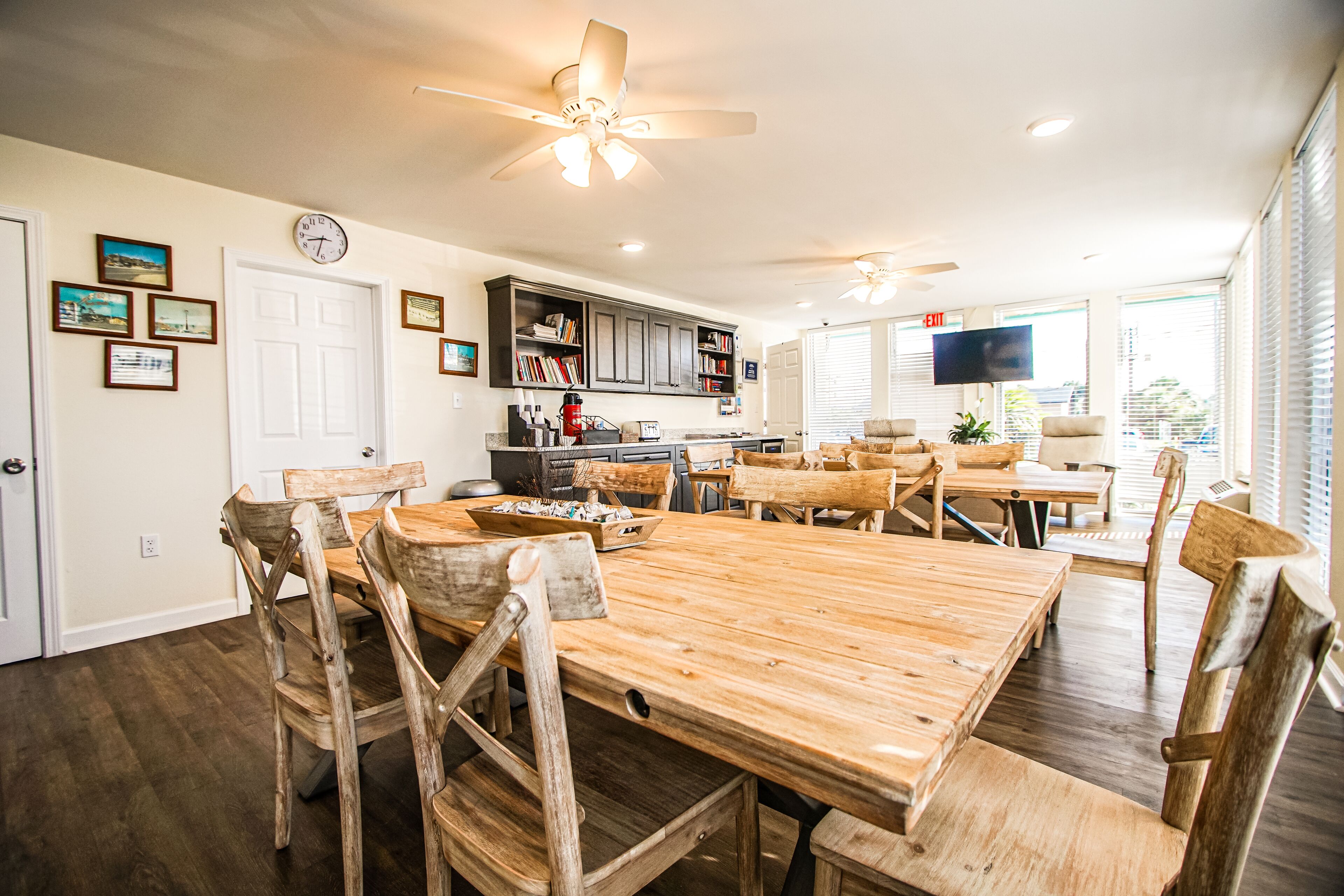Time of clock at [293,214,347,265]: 8:32
